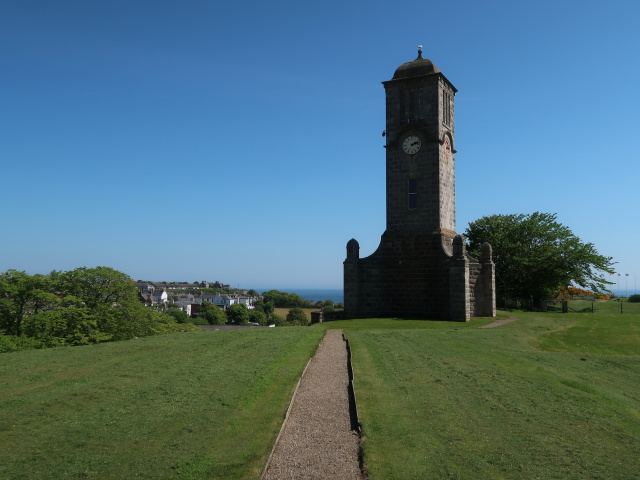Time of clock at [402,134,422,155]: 2:12
